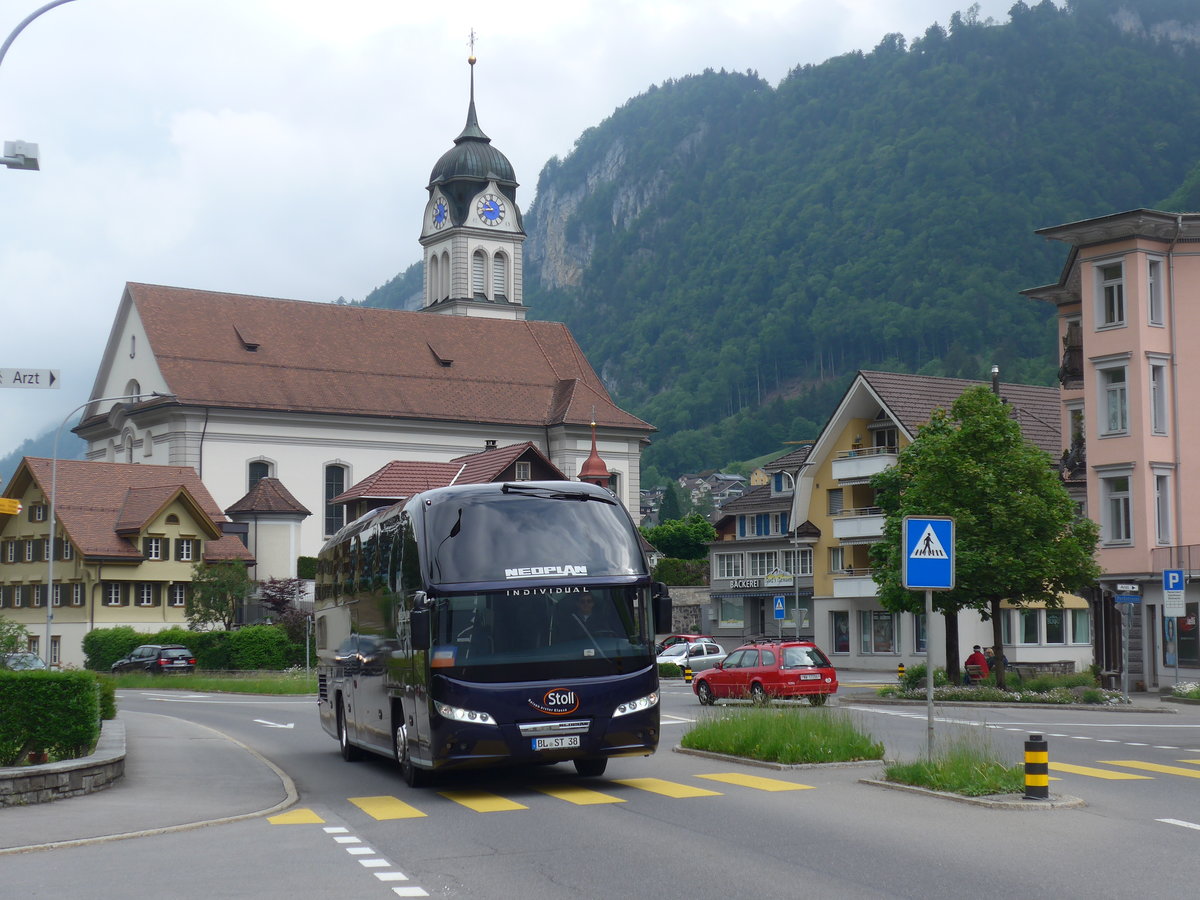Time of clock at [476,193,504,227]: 8:50
